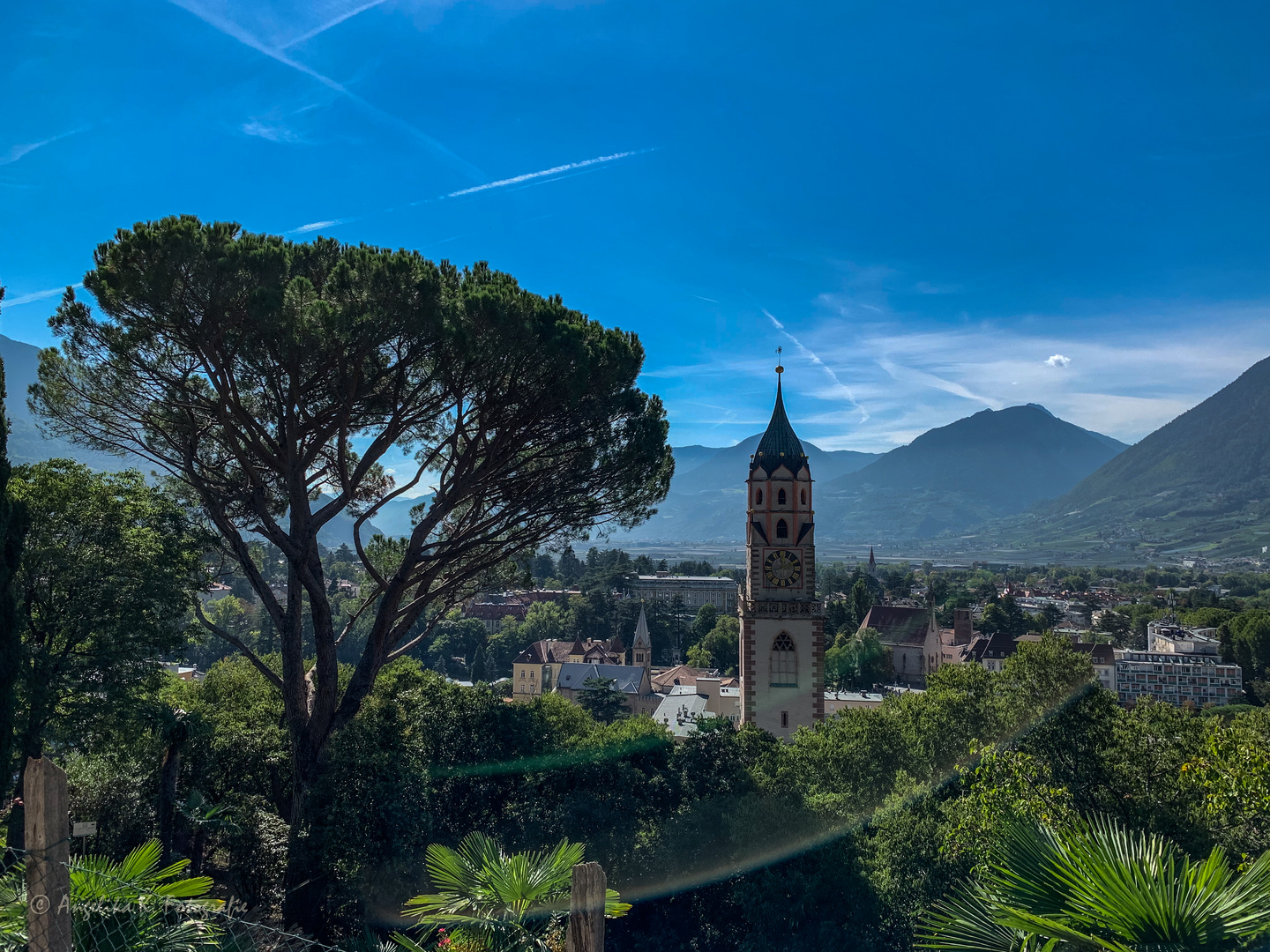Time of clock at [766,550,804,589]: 12:10
